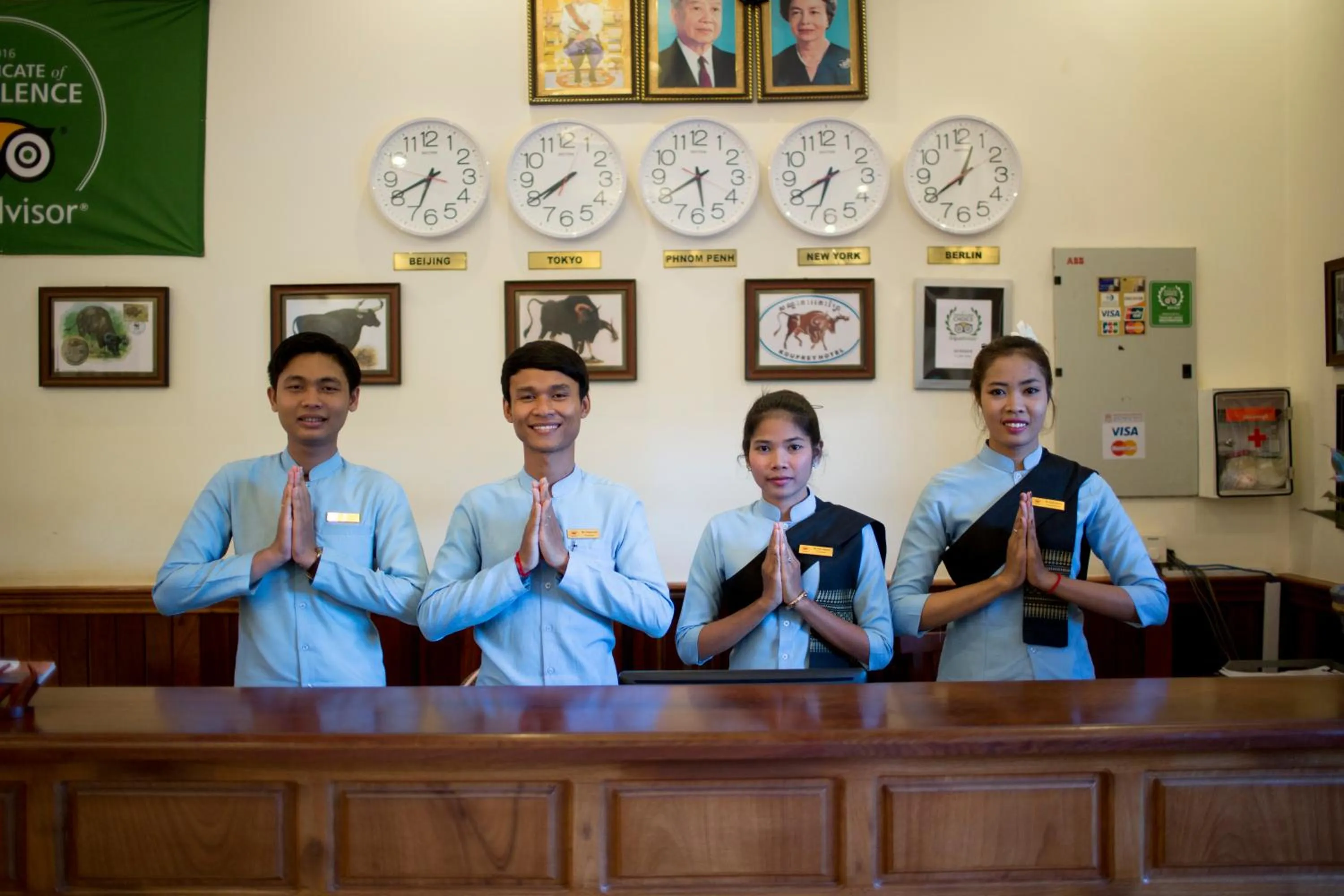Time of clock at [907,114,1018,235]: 12:39
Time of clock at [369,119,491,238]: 6:40
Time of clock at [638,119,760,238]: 5:40
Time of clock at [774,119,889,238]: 6:40
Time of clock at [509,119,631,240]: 7:39
